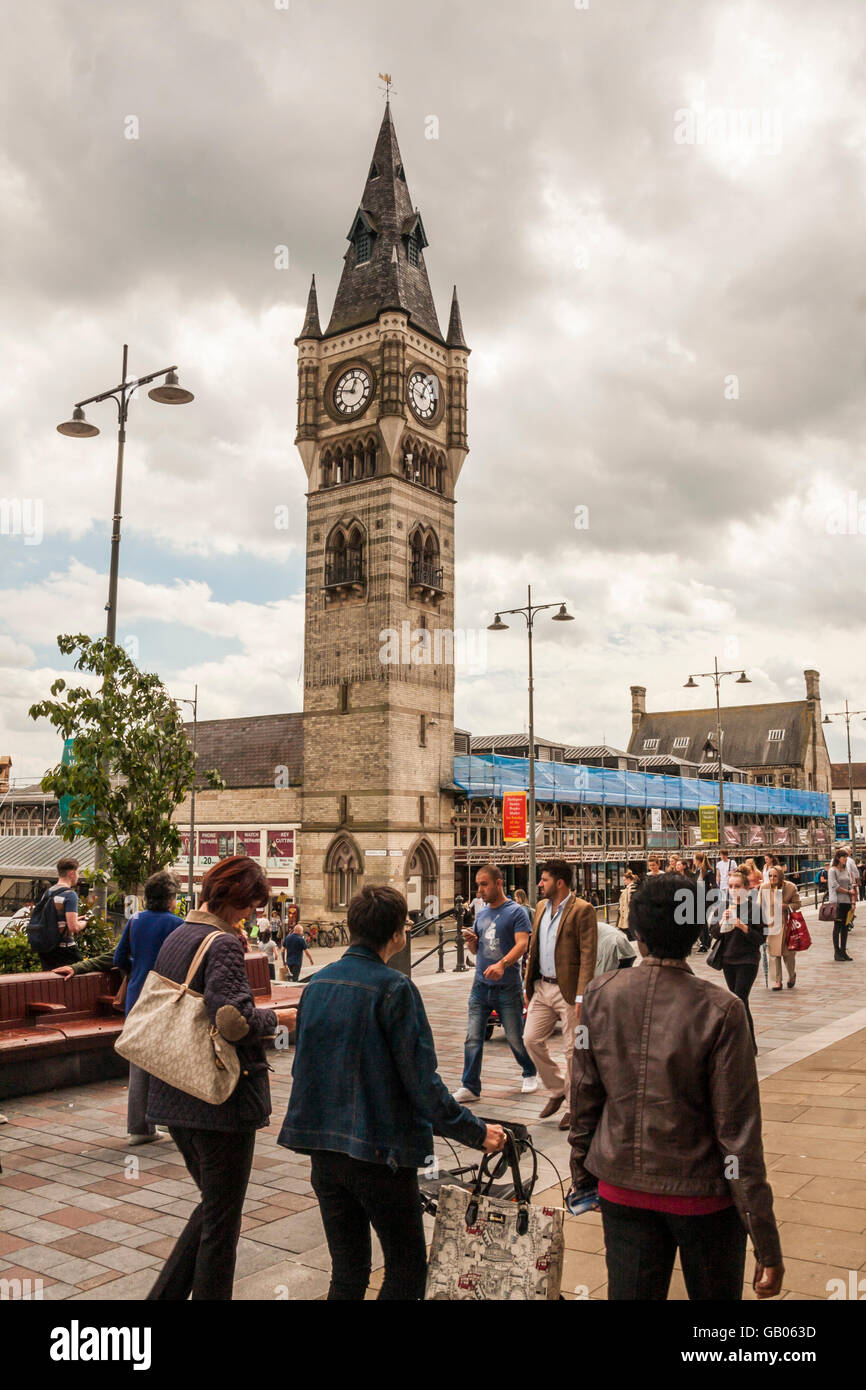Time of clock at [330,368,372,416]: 12:47
